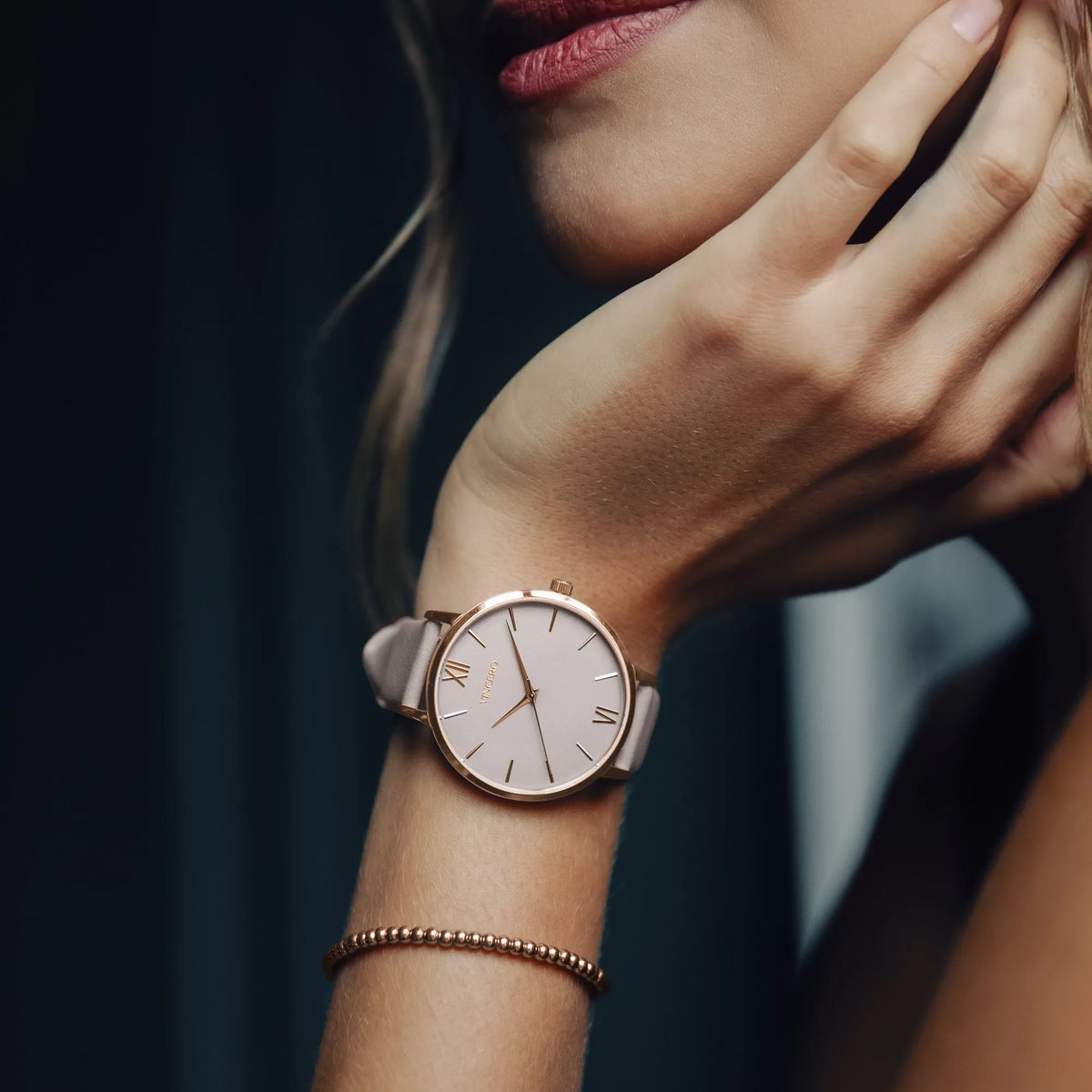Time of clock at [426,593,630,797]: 4:54
